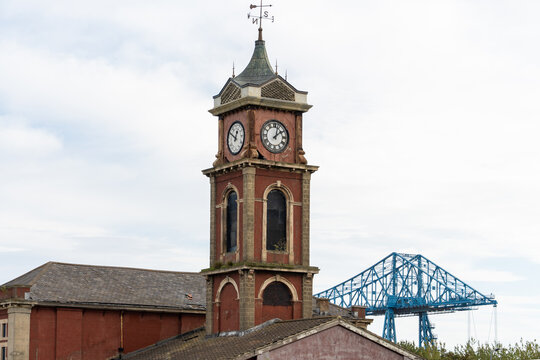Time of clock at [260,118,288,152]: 2:02
